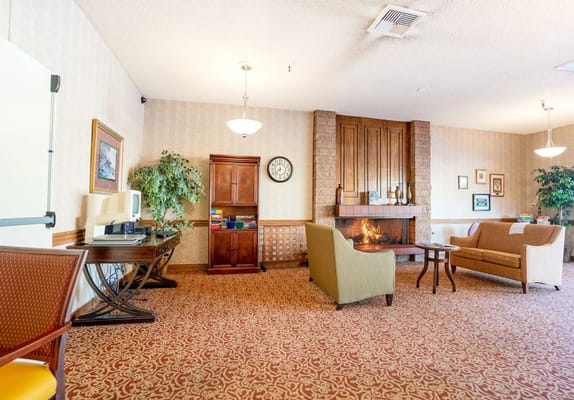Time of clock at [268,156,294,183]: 7:37
